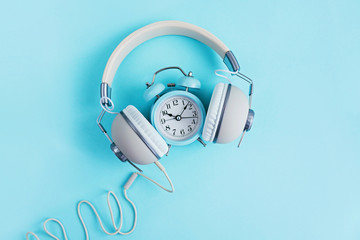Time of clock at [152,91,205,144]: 10:07
